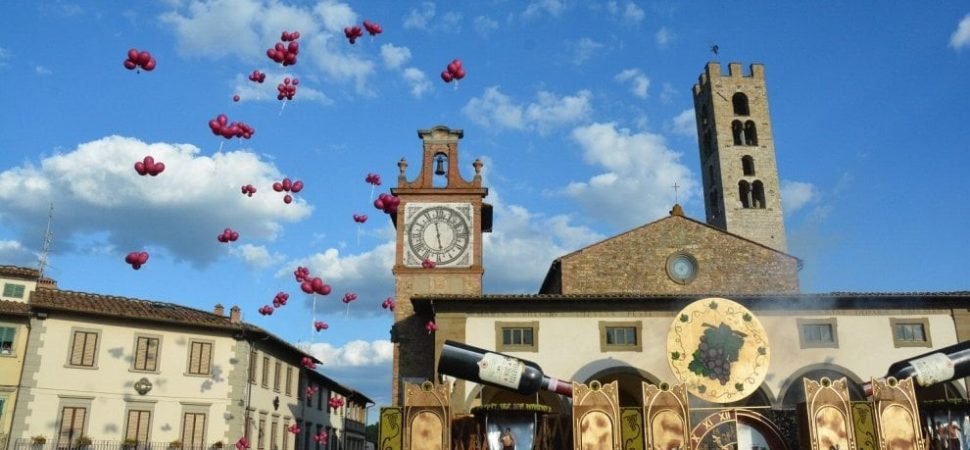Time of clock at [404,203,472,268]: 5:58
